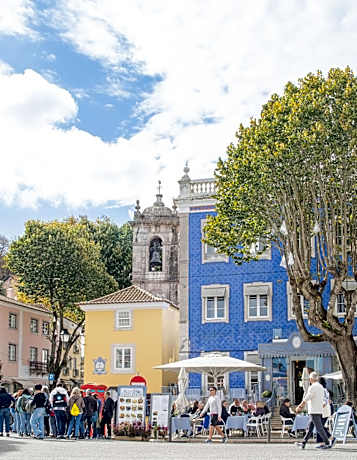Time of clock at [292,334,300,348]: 7:17
